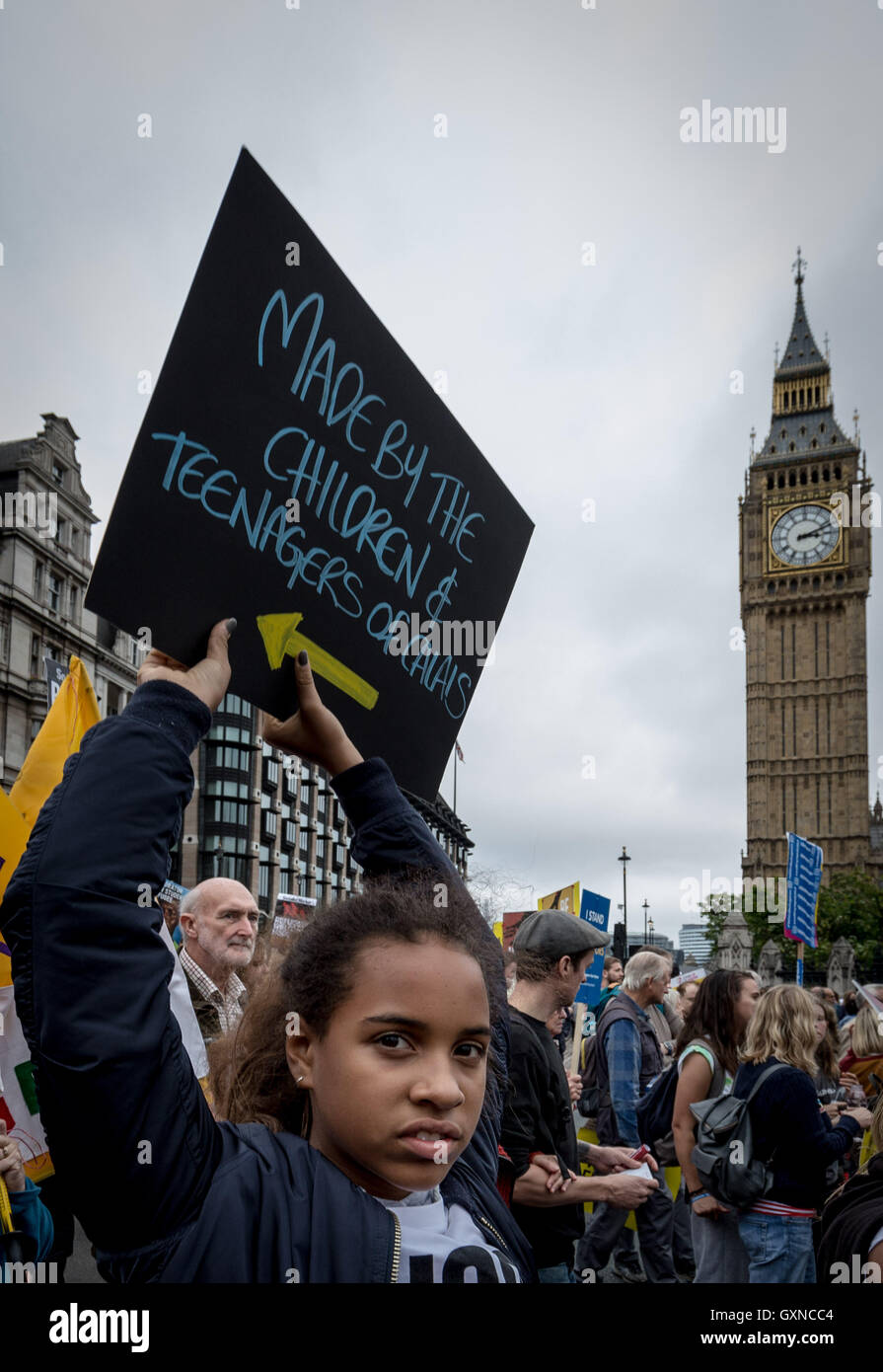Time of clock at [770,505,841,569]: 3:11
